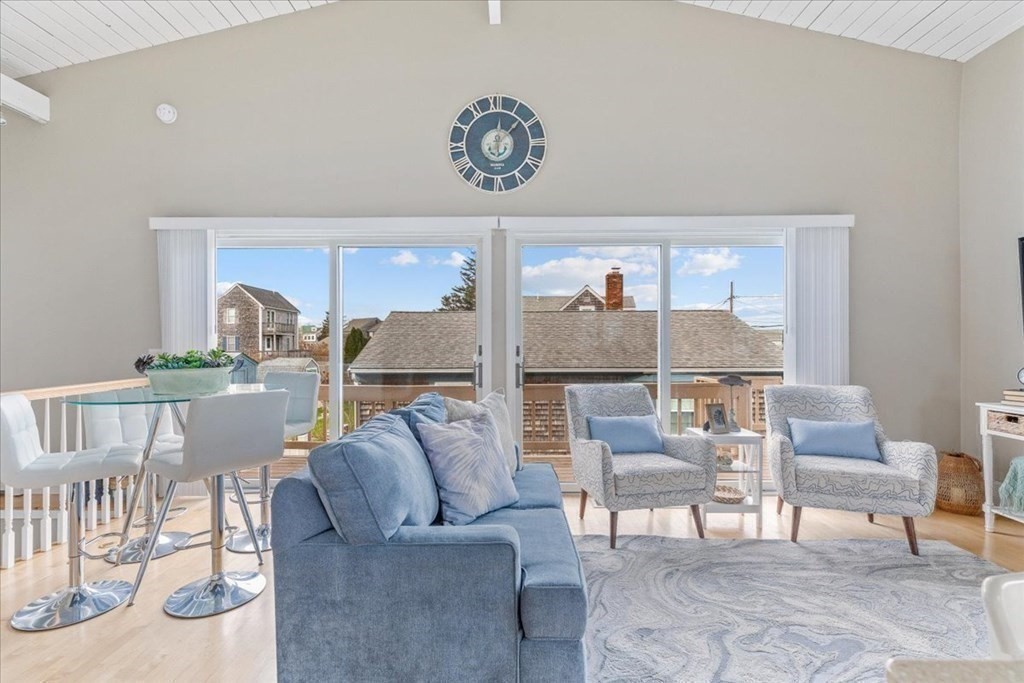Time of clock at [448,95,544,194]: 12:07
